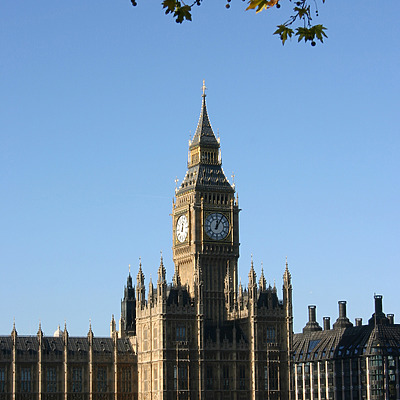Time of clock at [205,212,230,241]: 12:05
